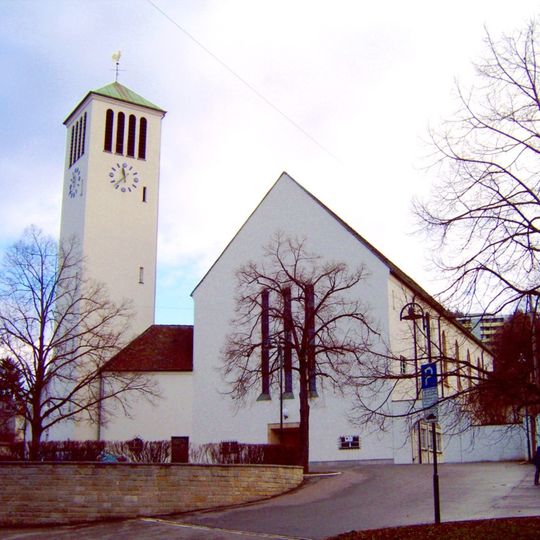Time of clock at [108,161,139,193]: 11:36
